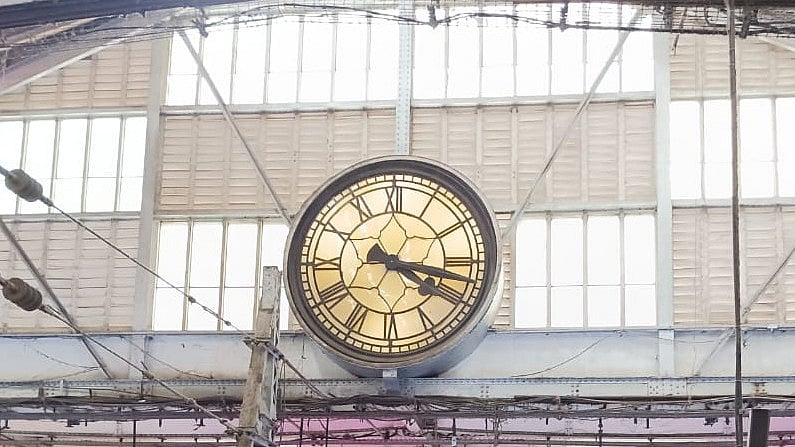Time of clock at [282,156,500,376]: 4:17
